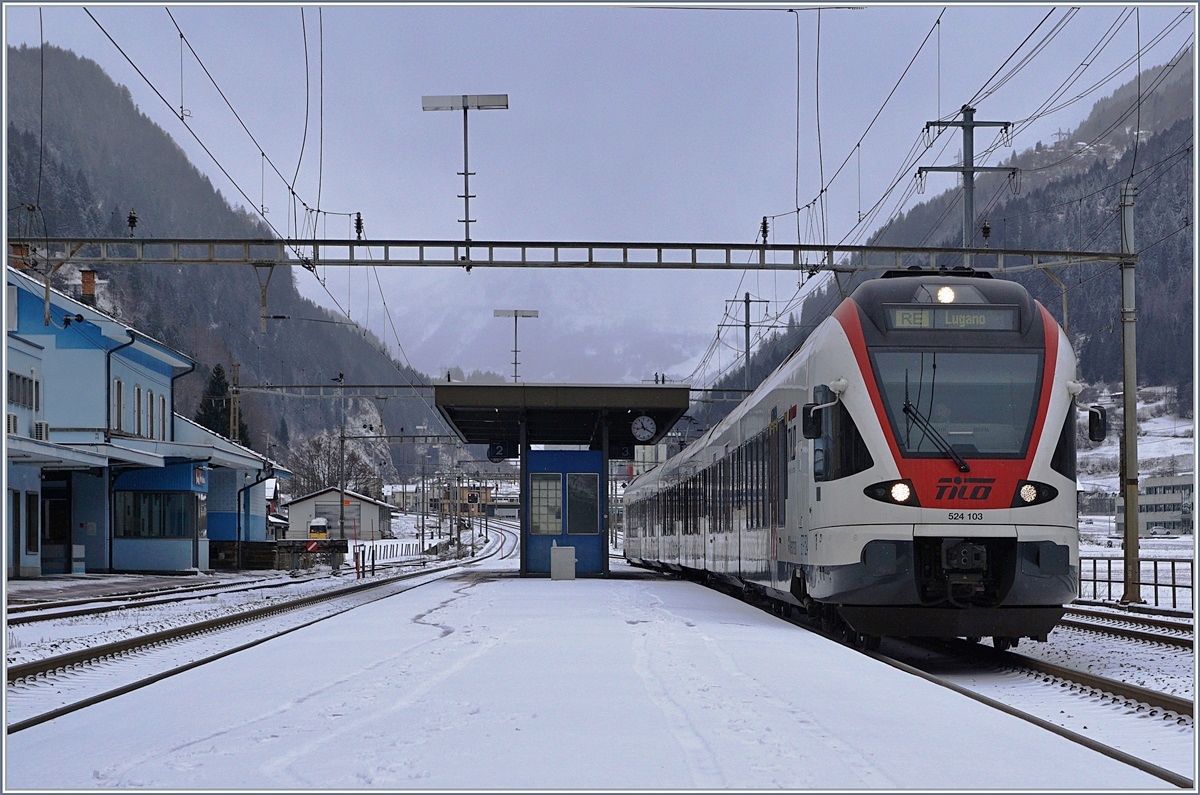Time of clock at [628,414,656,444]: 11:19
